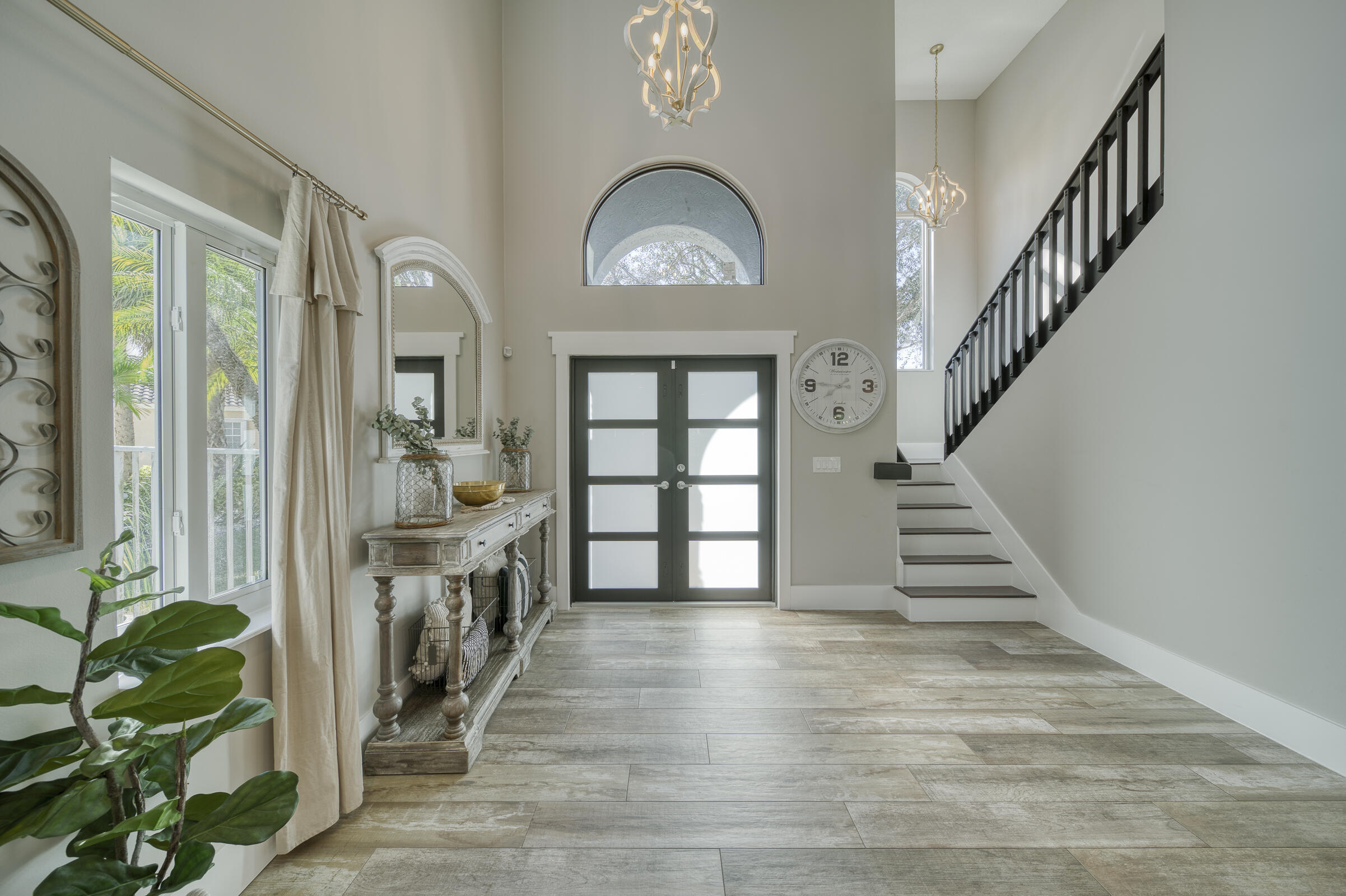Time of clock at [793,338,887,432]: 7:45
